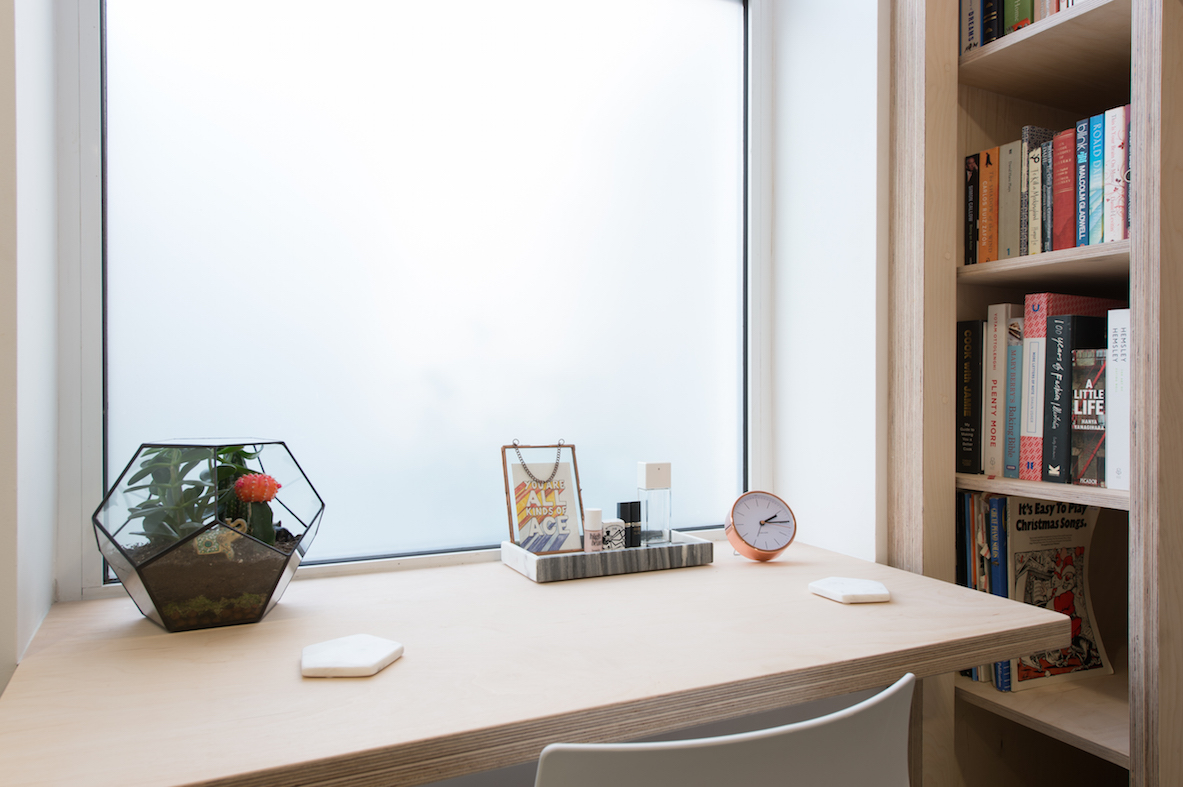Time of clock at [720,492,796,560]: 2:14
